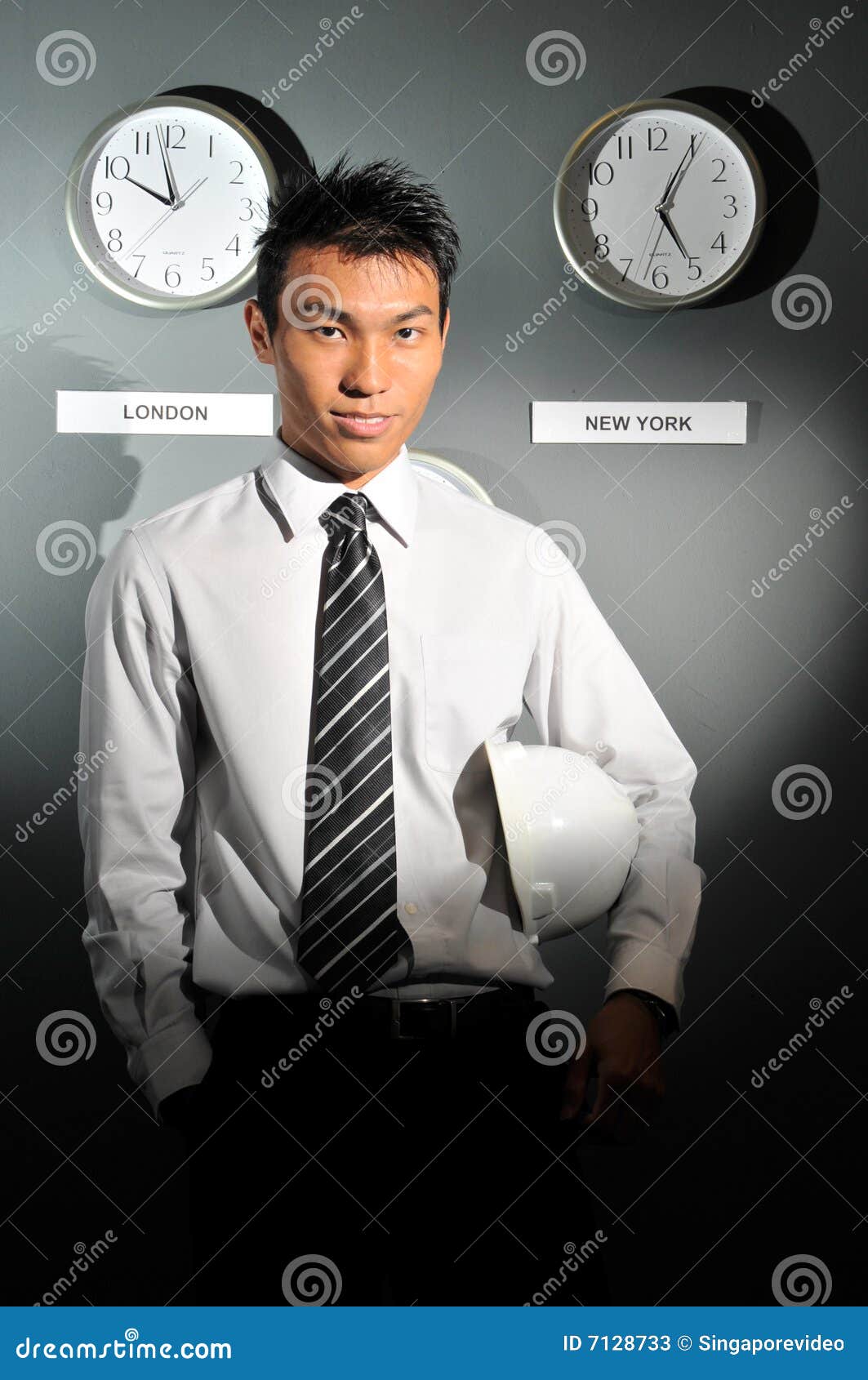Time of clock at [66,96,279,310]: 9:57
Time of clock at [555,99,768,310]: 5:05
